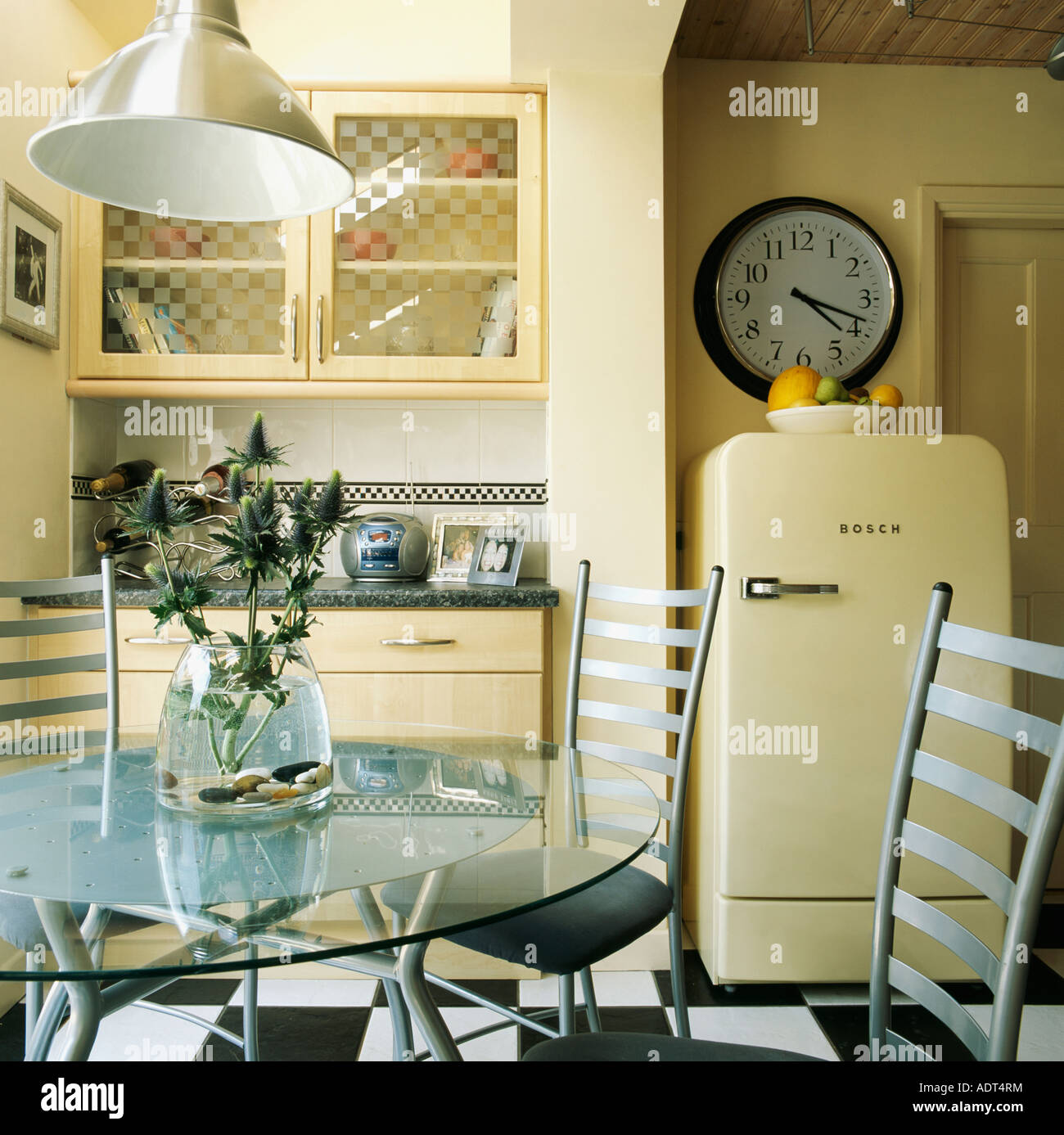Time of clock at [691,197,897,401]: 4:18
